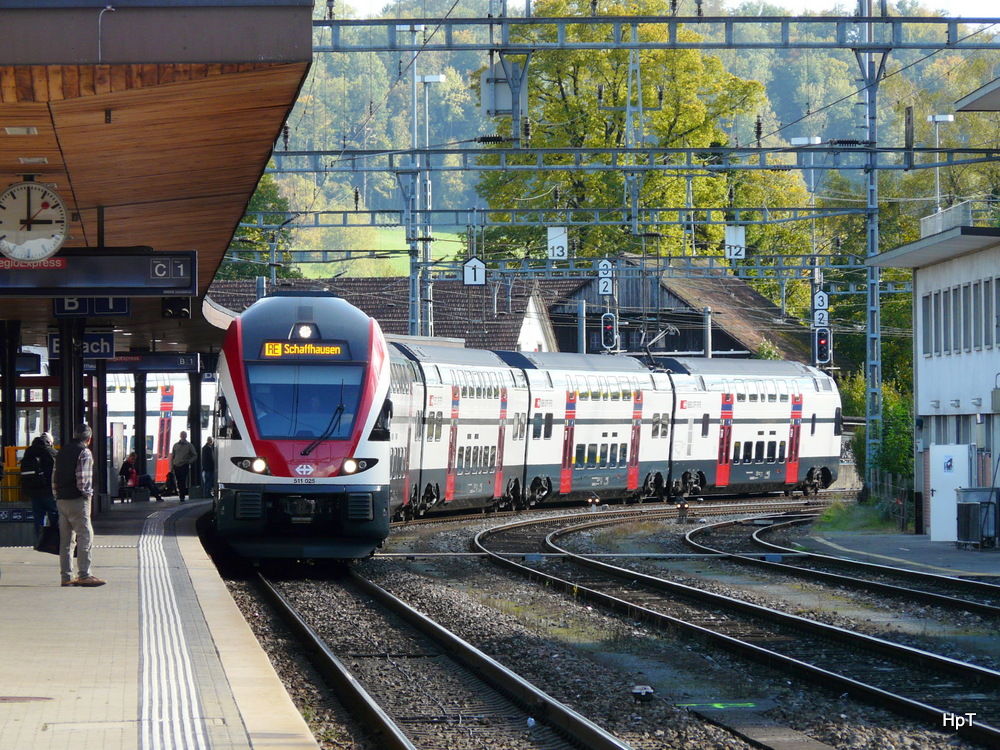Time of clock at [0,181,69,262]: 2:59
